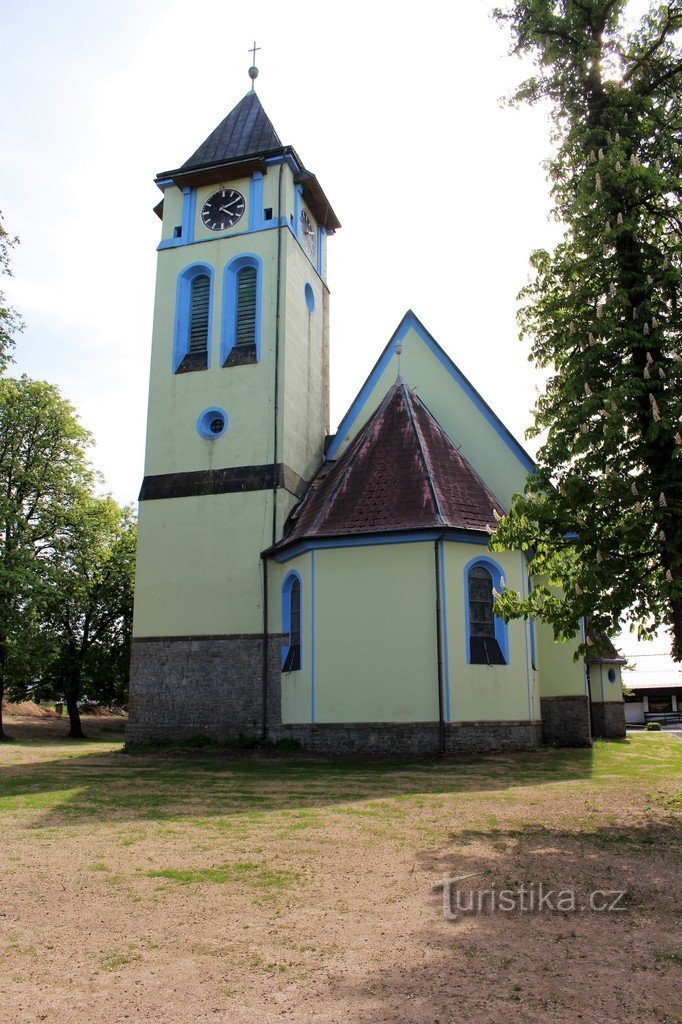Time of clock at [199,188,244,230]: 4:10
